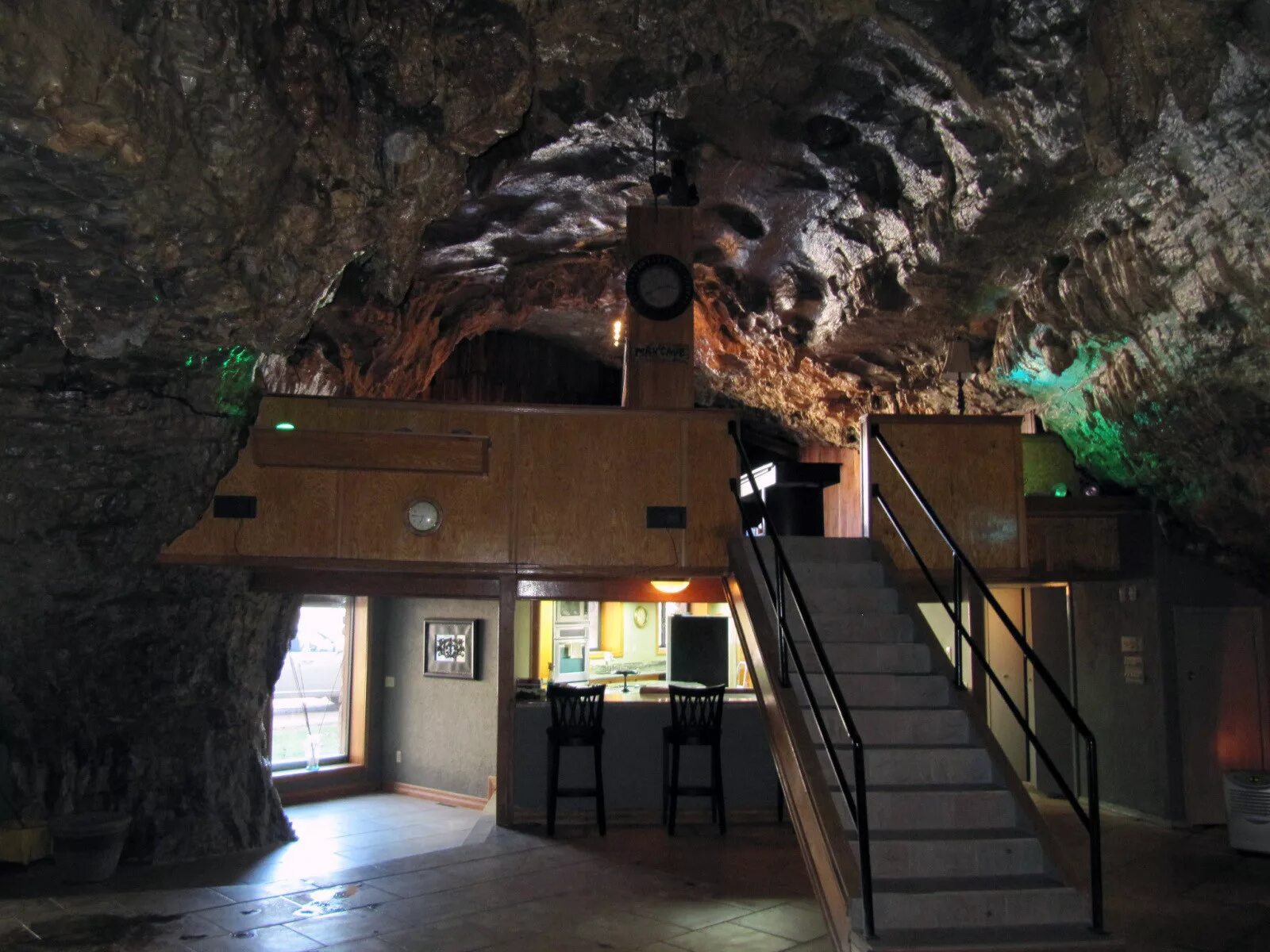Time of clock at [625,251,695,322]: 2:40
